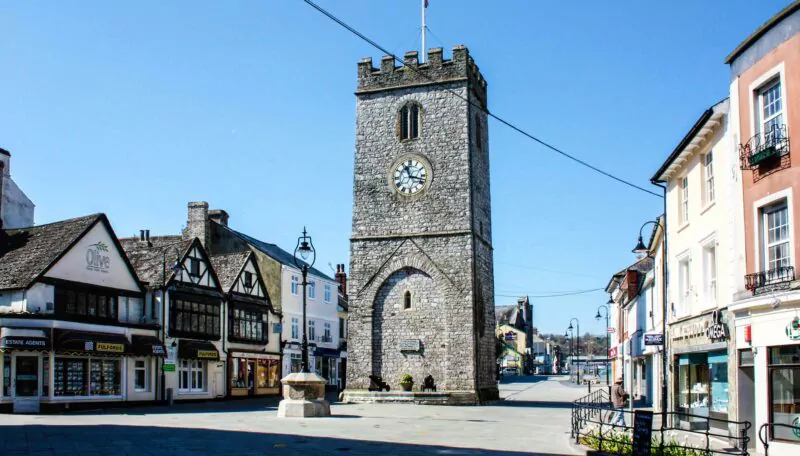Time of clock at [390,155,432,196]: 11:17
